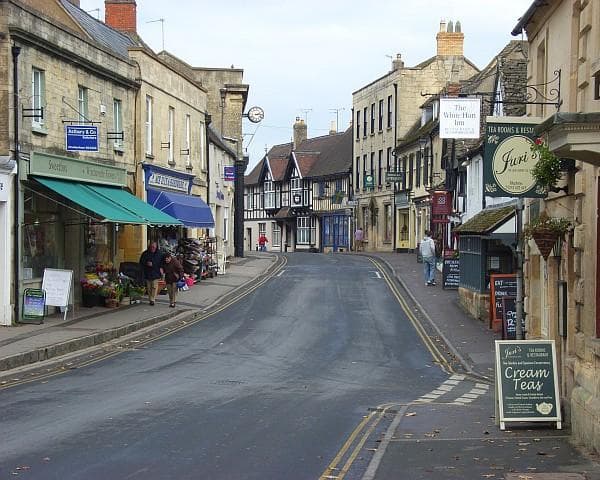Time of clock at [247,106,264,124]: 2:15
